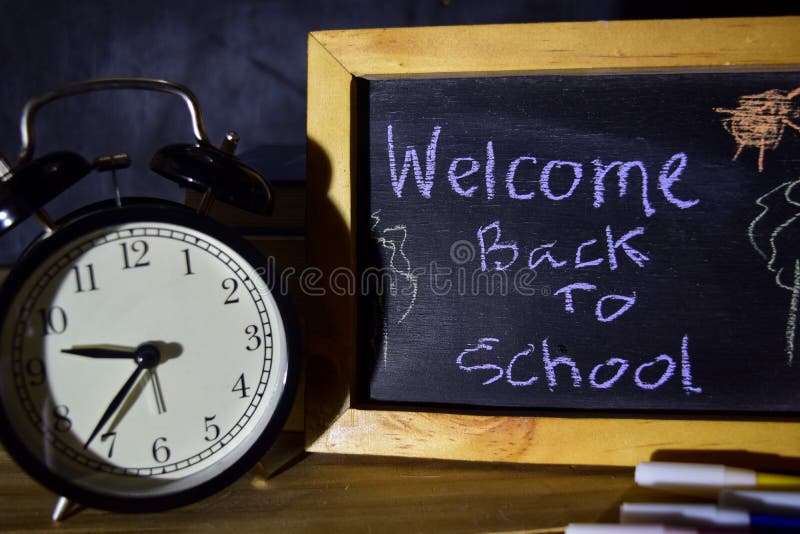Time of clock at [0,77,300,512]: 9:36
